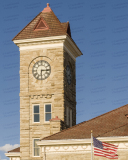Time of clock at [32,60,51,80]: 6:15
